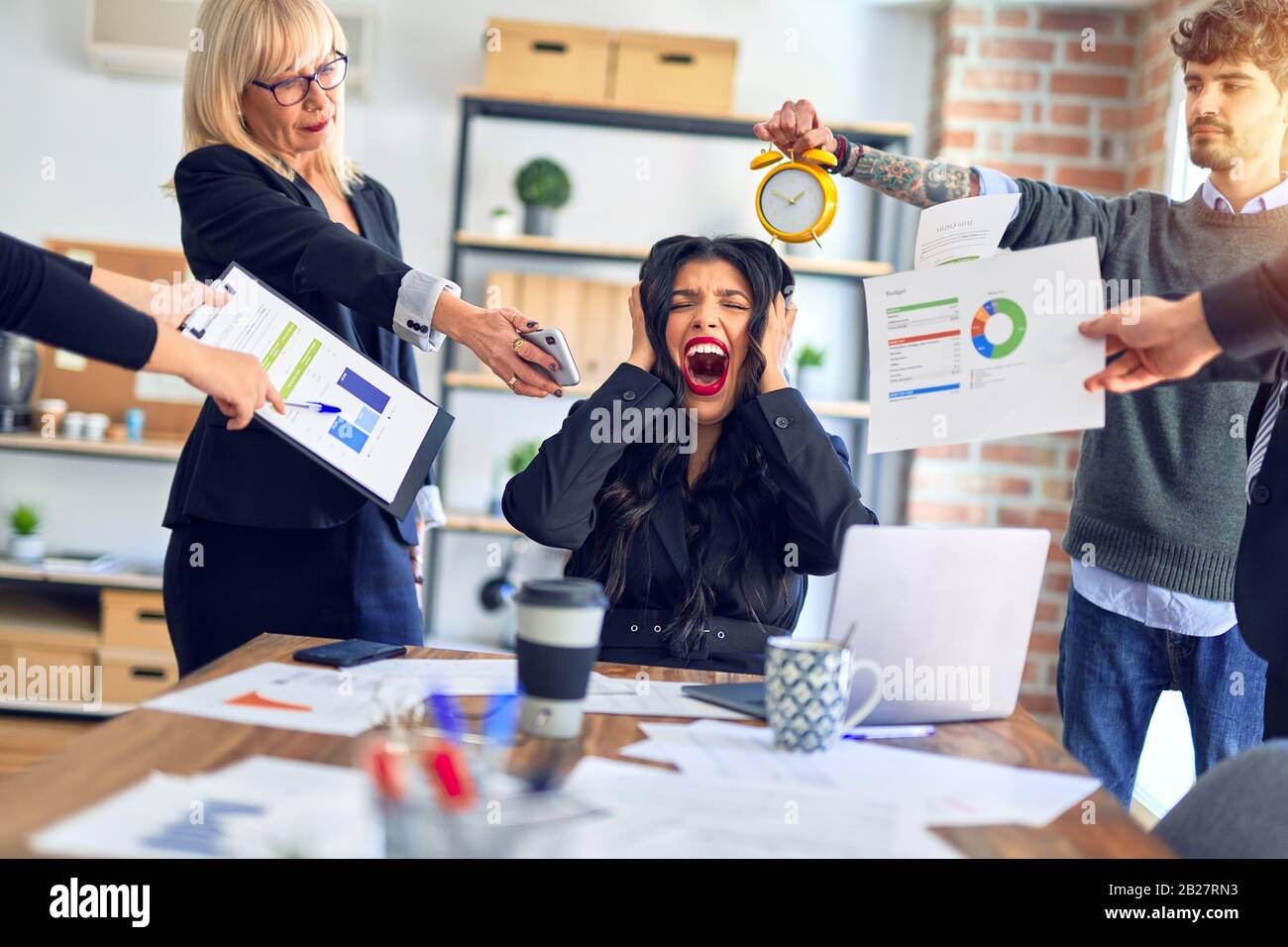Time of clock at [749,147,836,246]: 1:50
